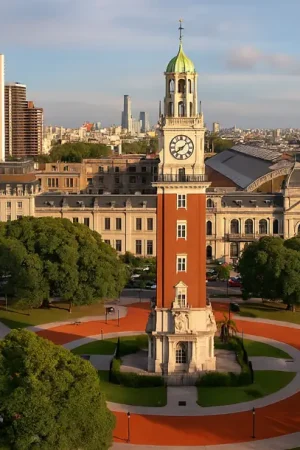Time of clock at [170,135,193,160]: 1:38
